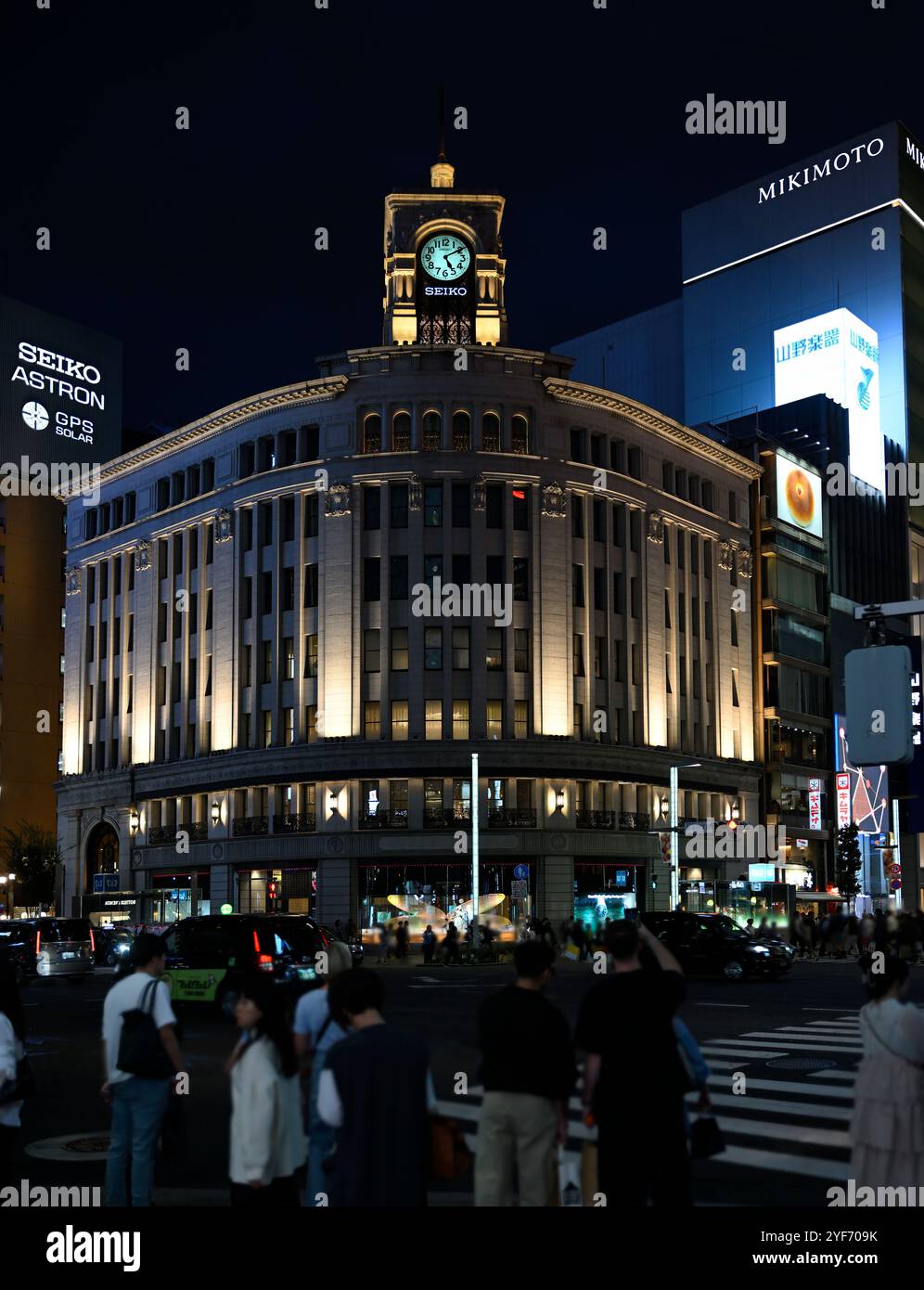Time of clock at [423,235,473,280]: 5:09
